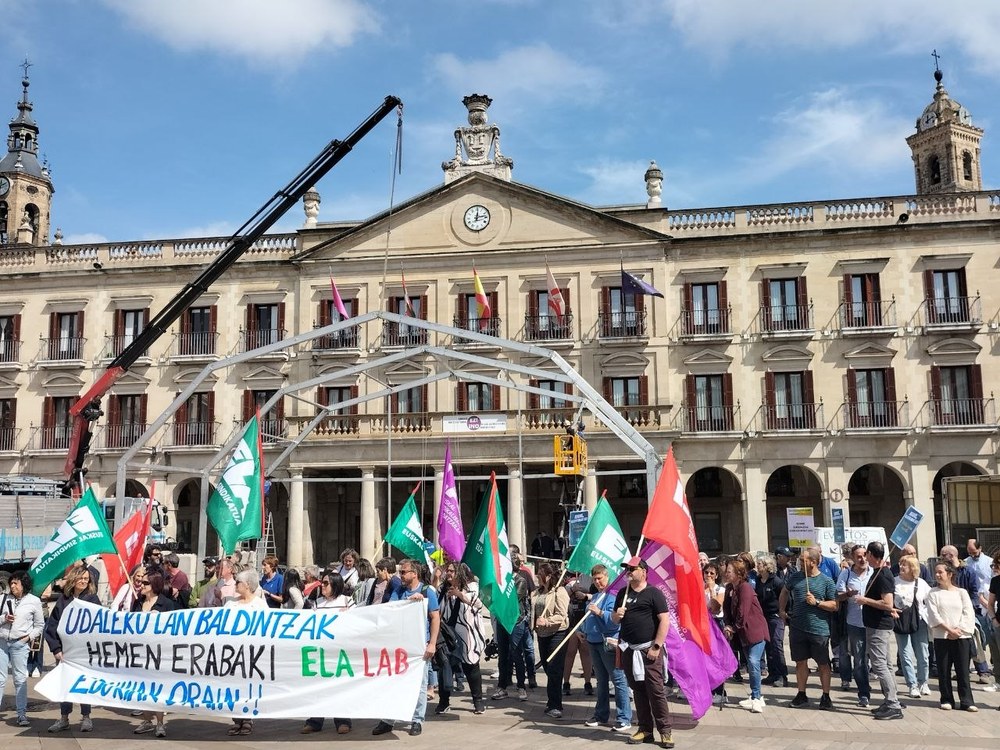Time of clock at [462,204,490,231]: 12:13
